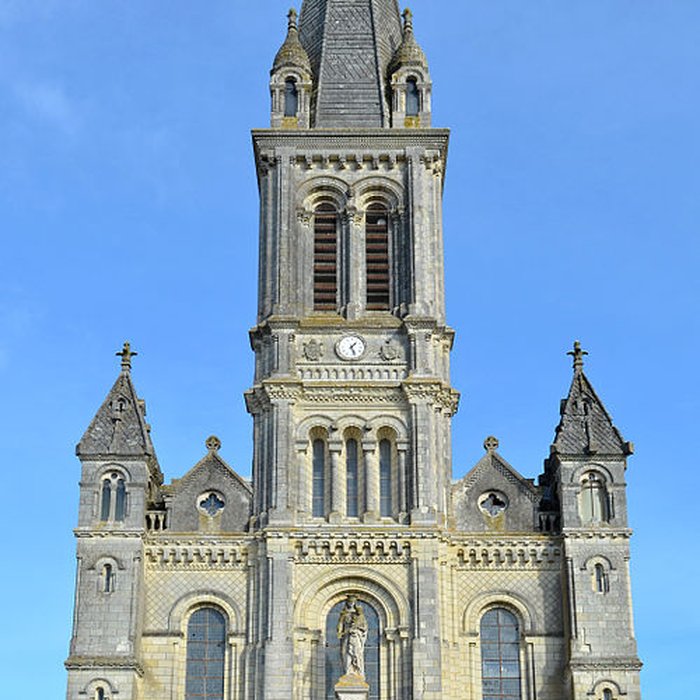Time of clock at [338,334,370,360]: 1:26
